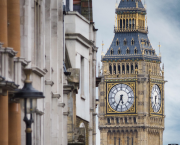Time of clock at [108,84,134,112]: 5:34
